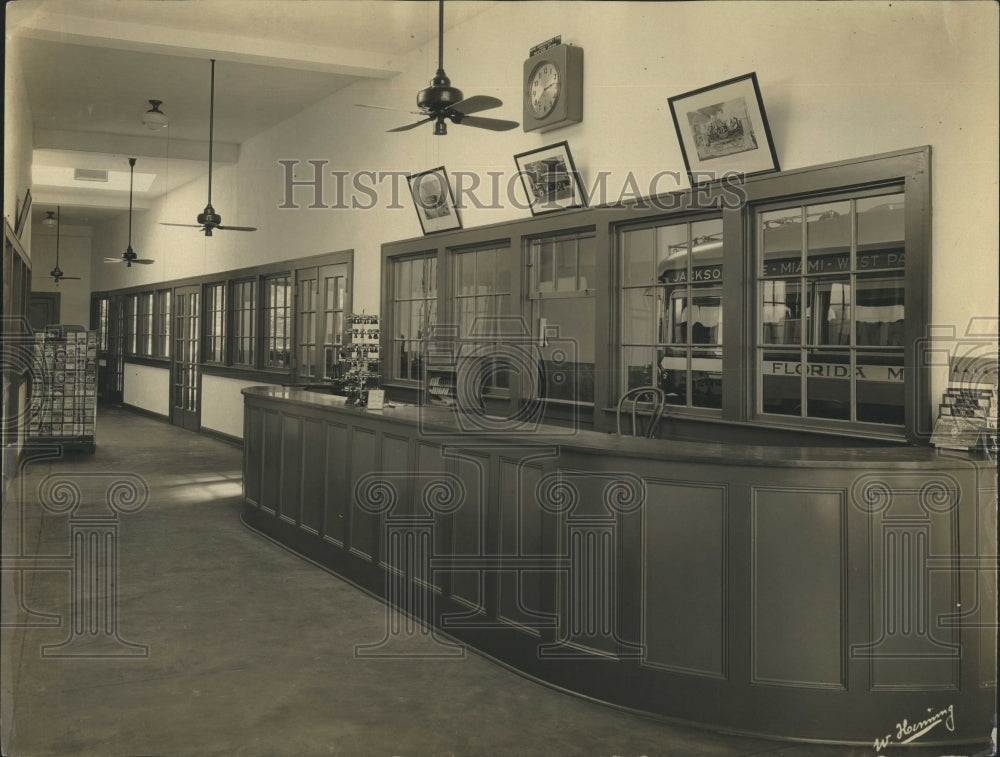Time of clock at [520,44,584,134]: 8:12
